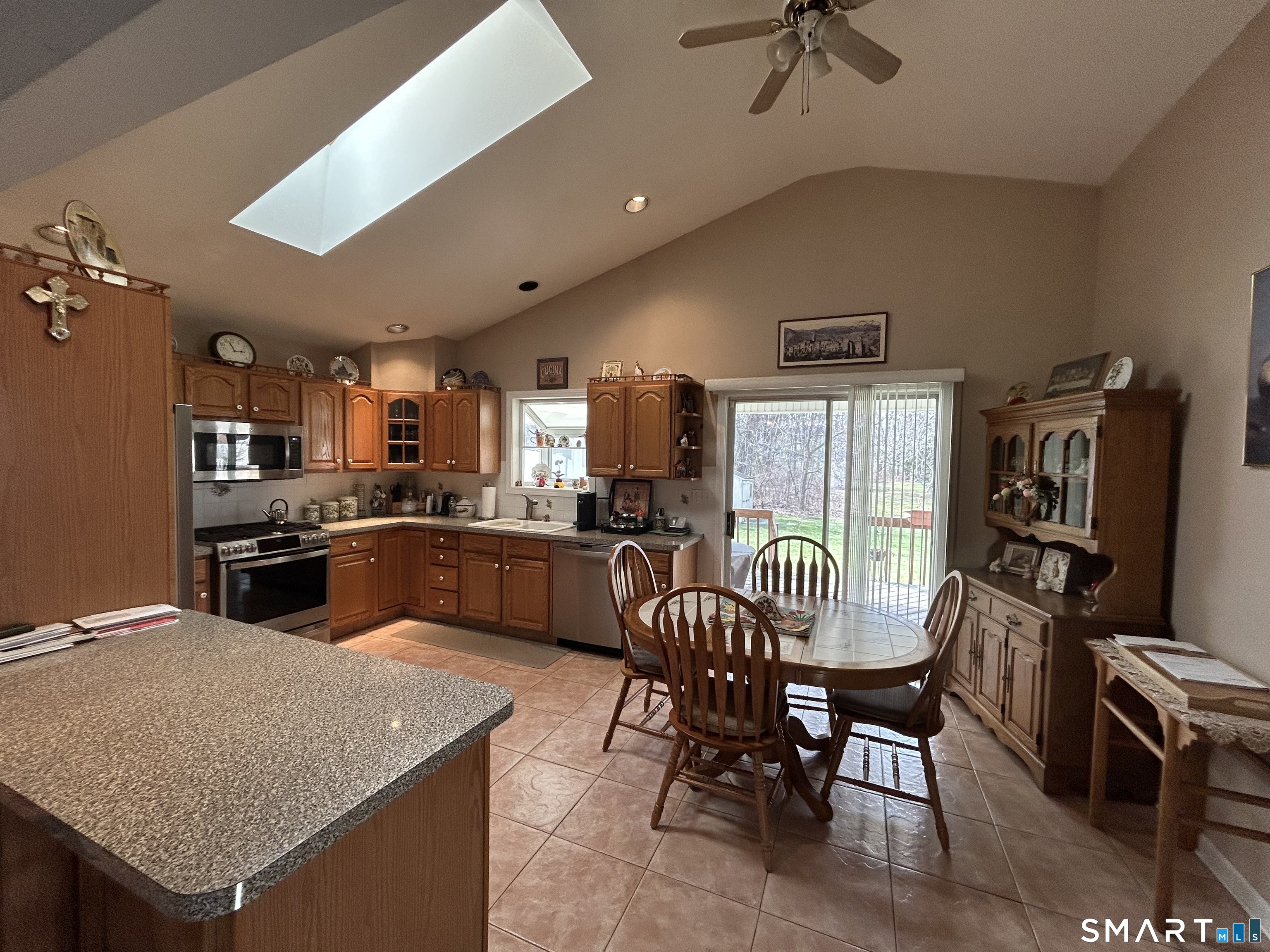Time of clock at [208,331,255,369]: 2:56
